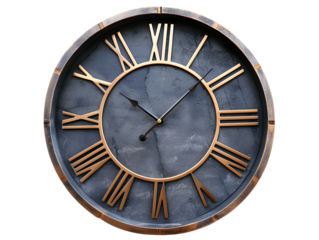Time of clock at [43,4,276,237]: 10:07
